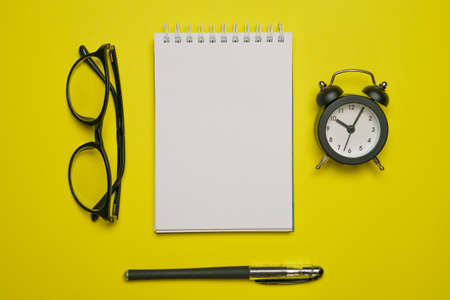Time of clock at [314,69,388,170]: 10:05
